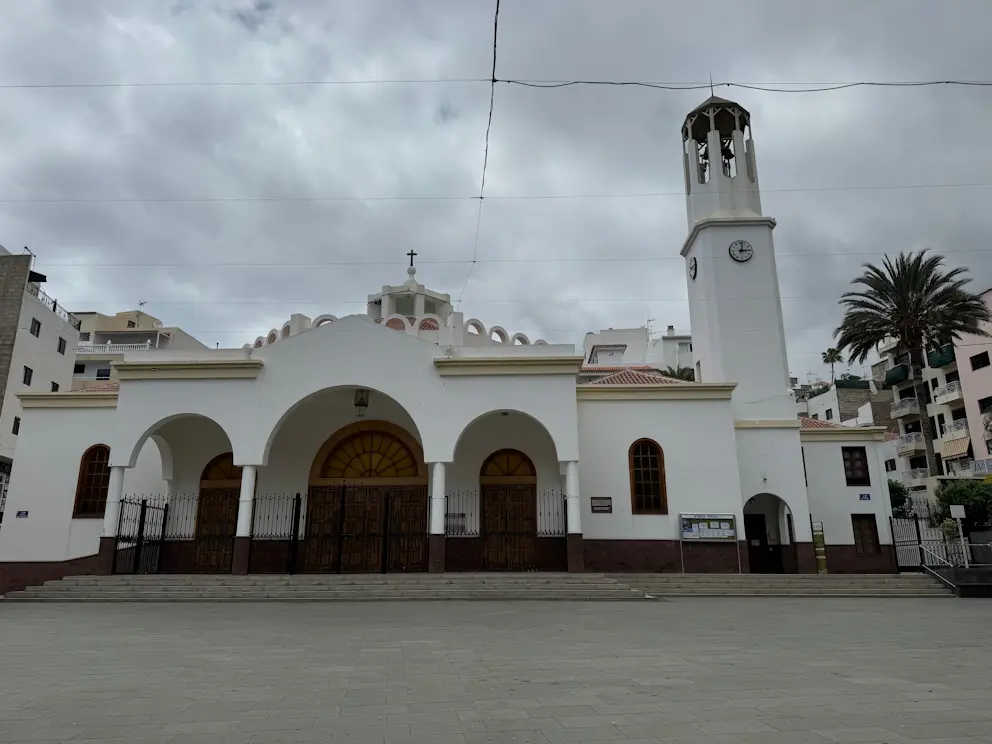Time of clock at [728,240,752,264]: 3:02
